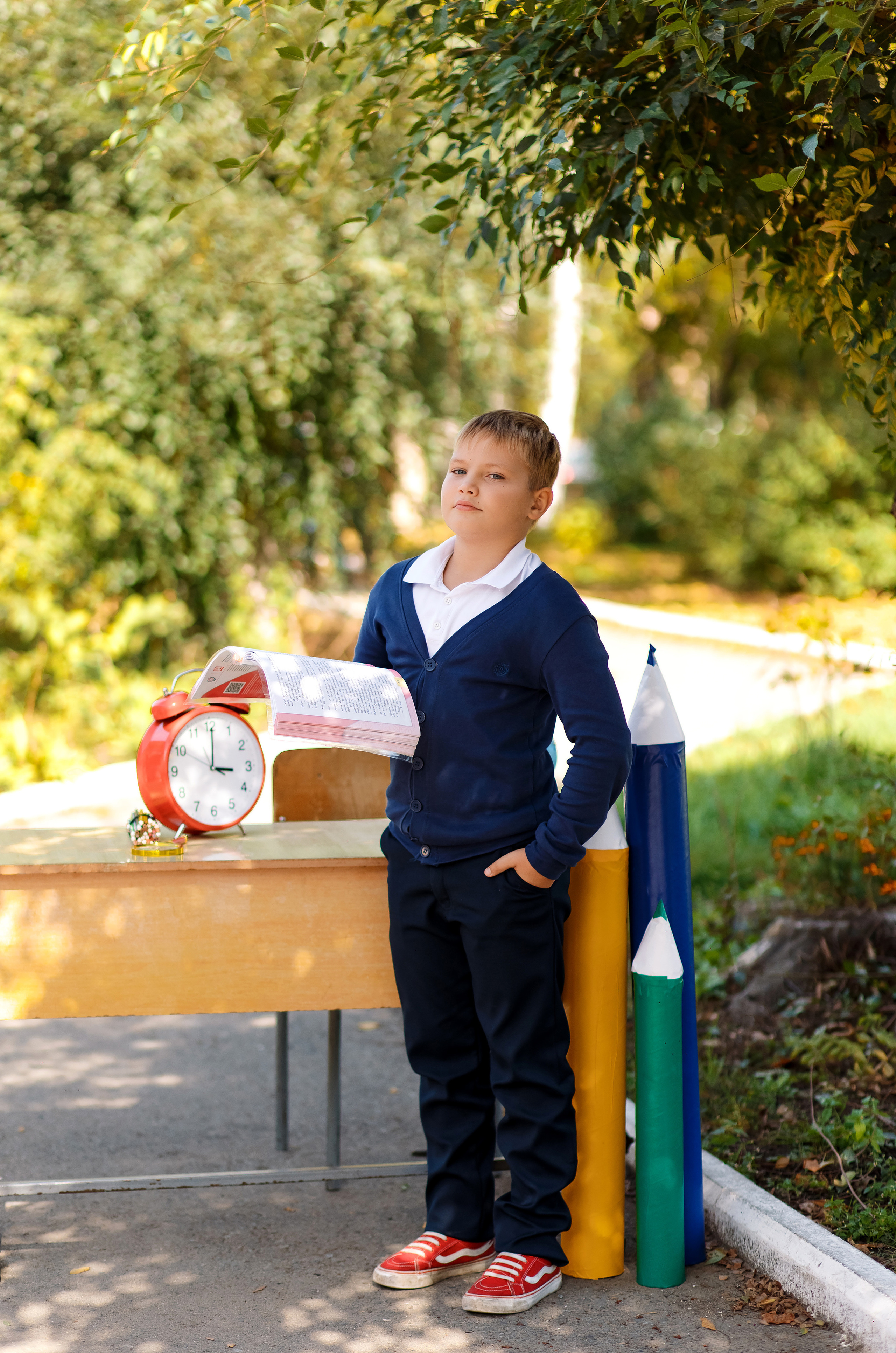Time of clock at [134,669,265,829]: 3:00
